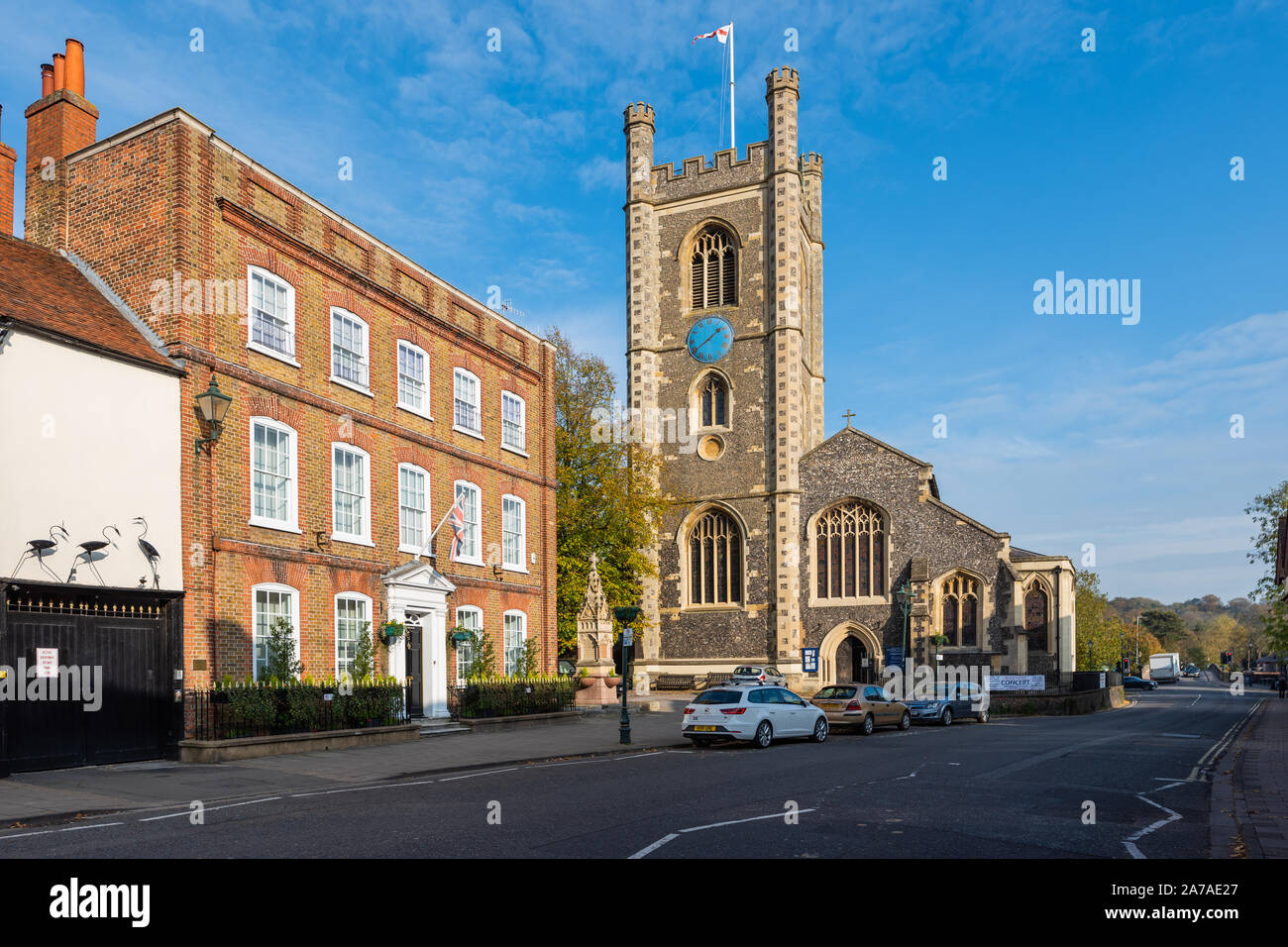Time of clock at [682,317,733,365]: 1:39
